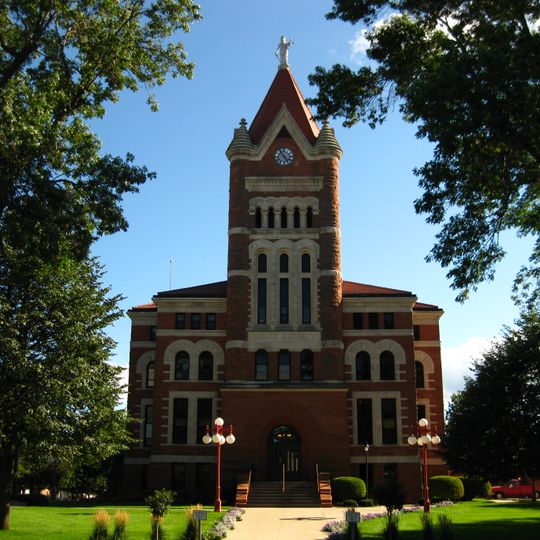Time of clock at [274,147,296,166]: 4:54
